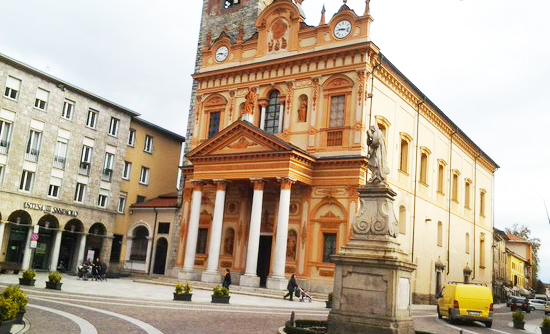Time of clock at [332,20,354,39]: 9:17
